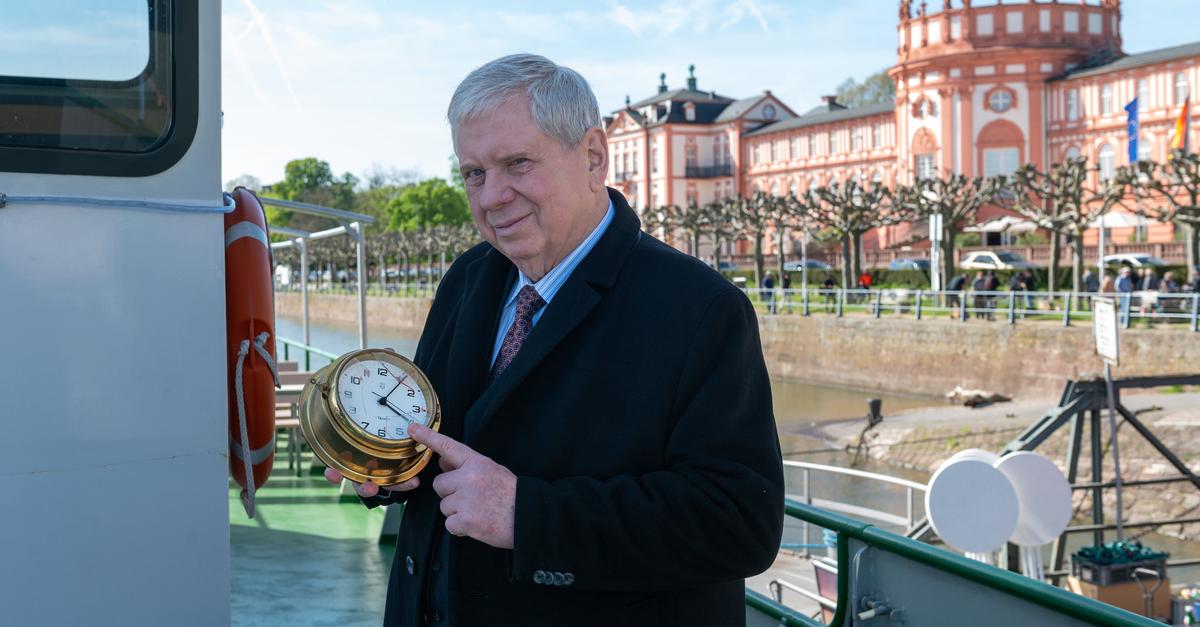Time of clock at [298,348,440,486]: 4:05
